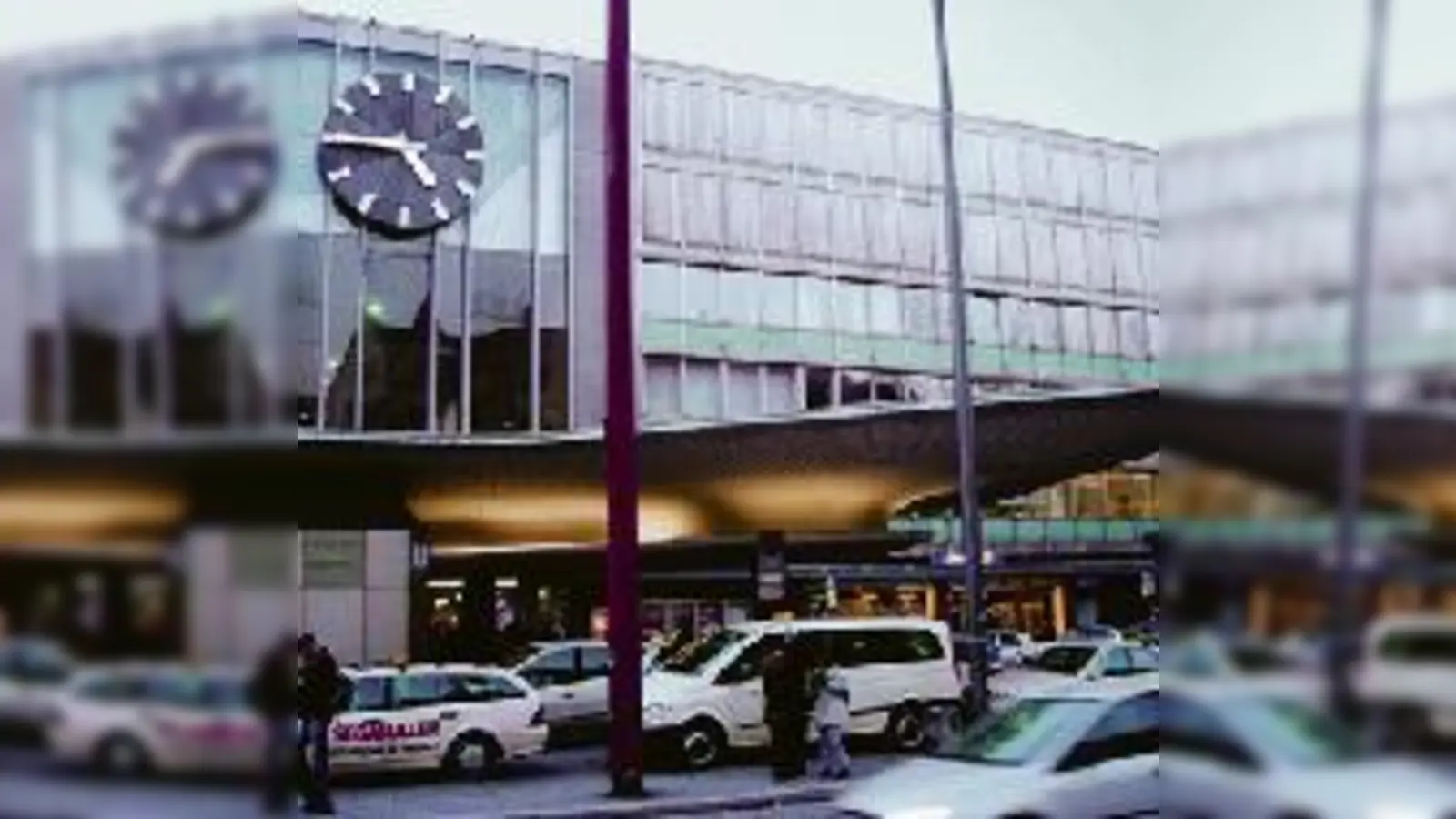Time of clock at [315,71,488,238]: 4:44
